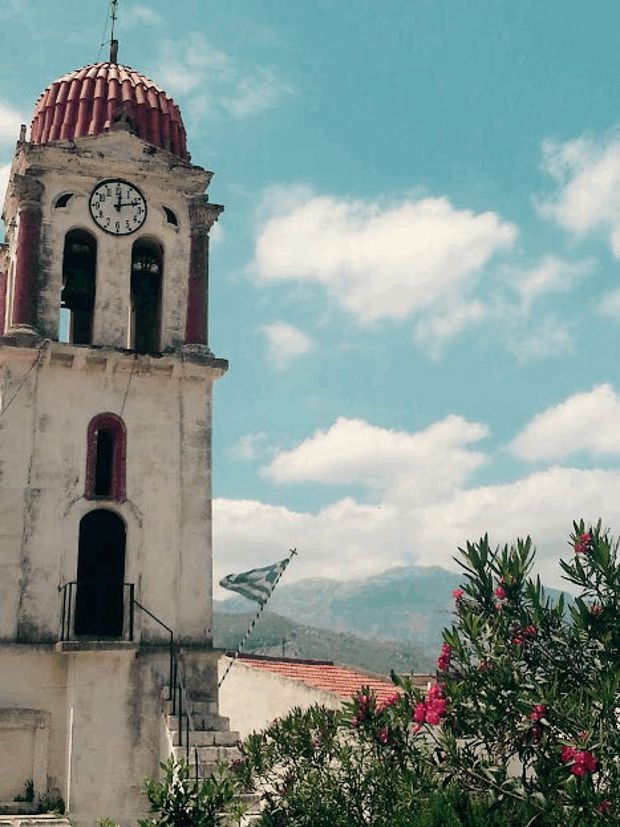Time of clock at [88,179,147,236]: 12:12
